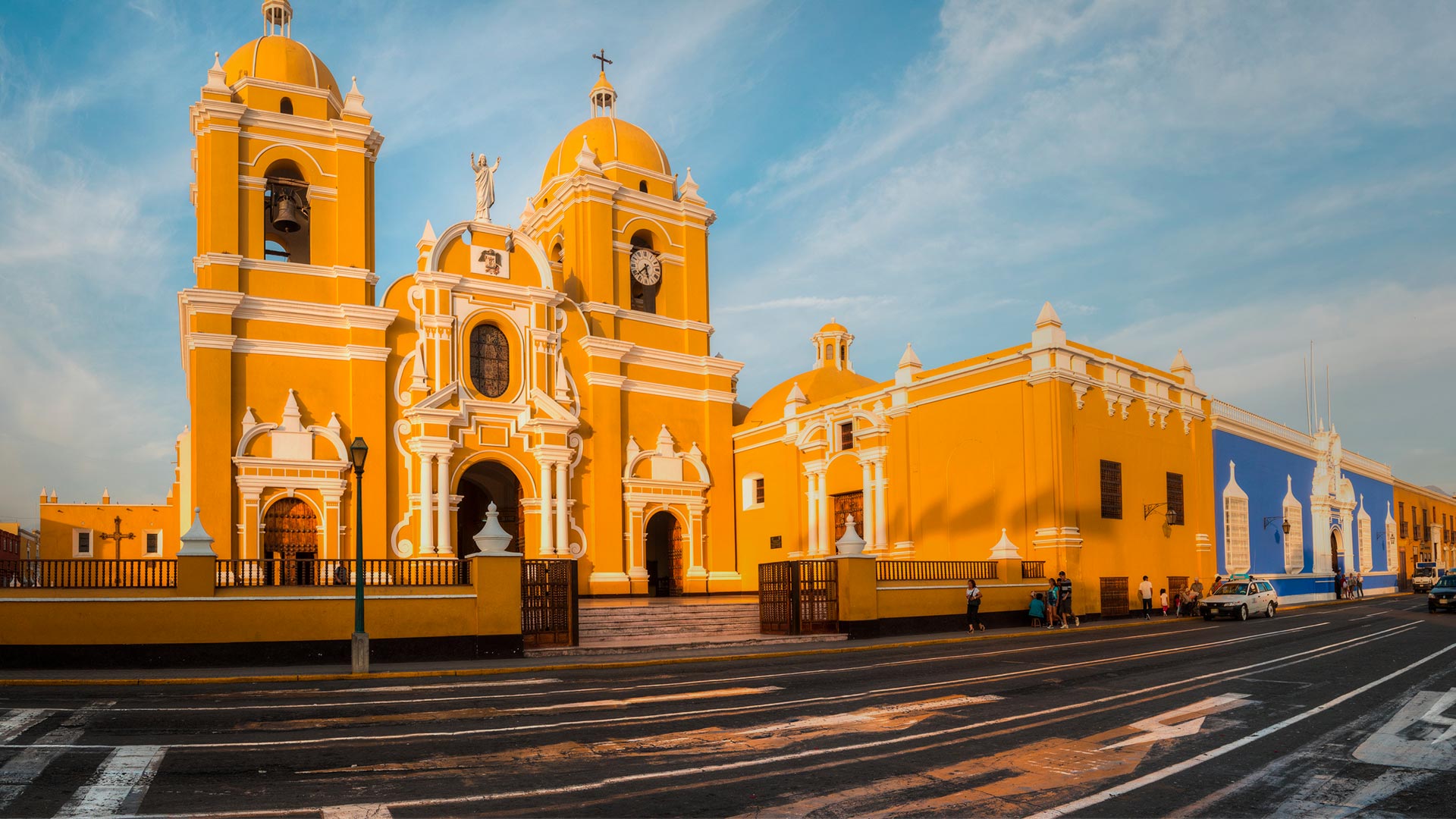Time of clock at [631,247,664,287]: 5:38
